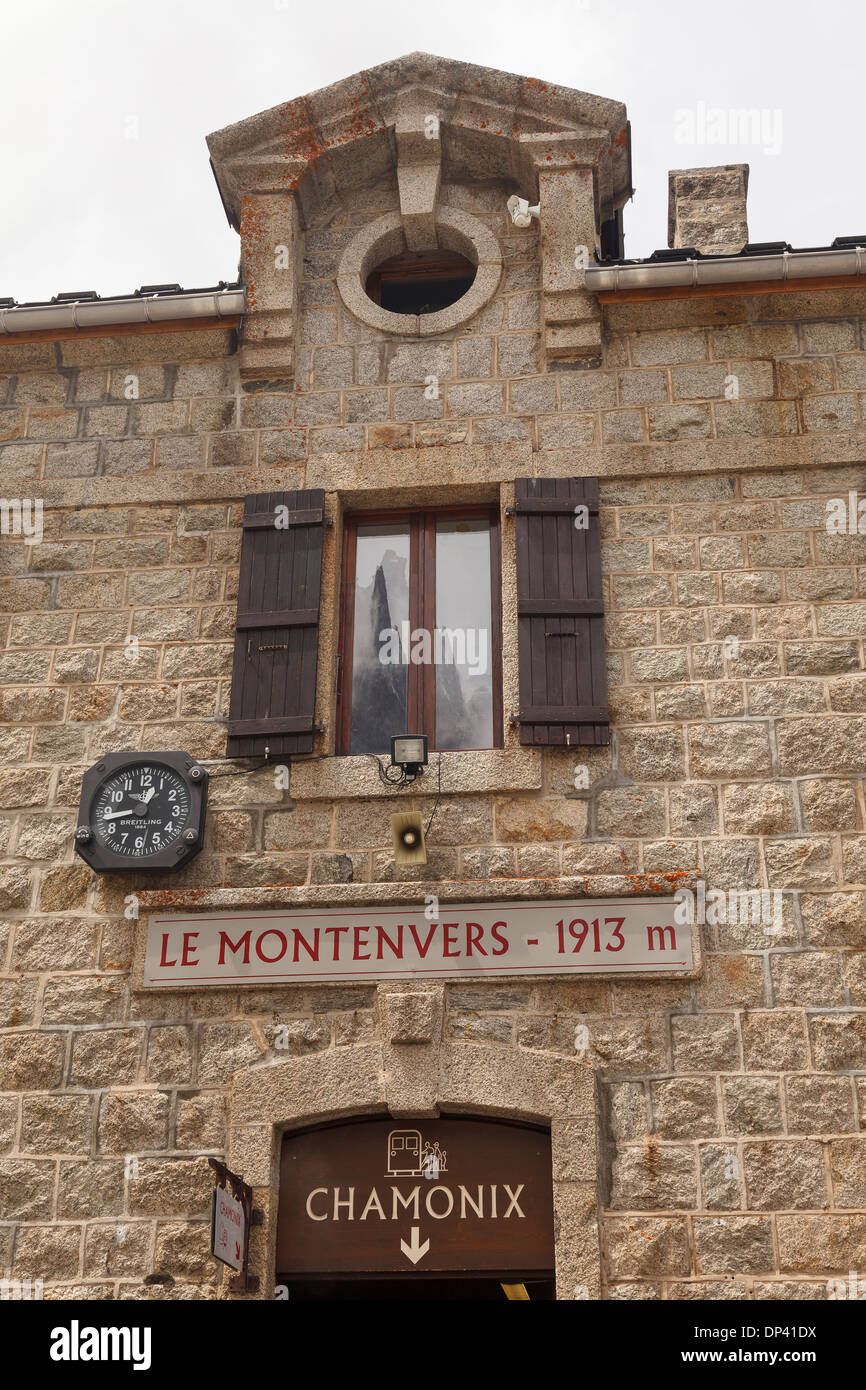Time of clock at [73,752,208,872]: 12:43
